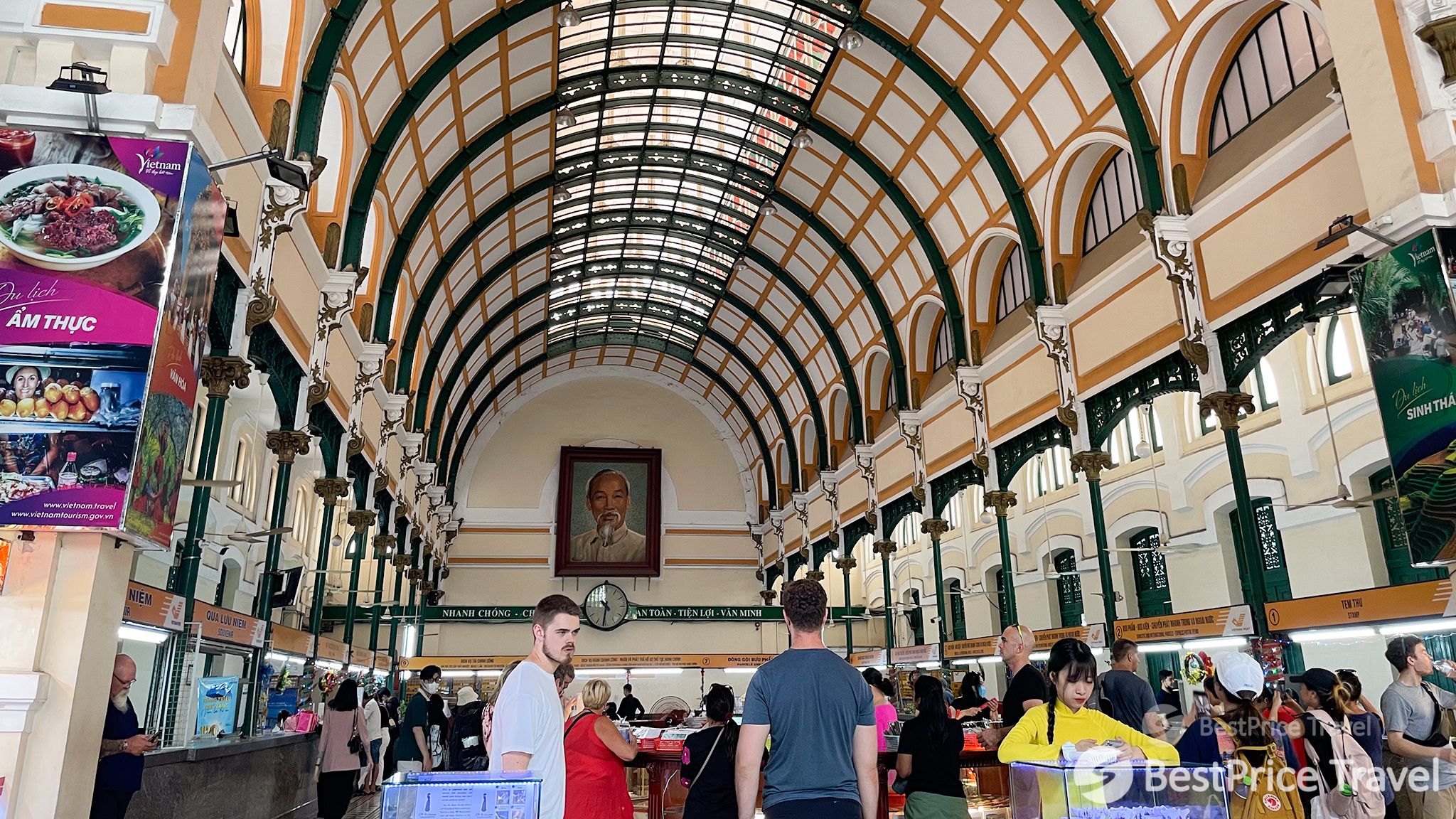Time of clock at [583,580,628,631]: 10:31
